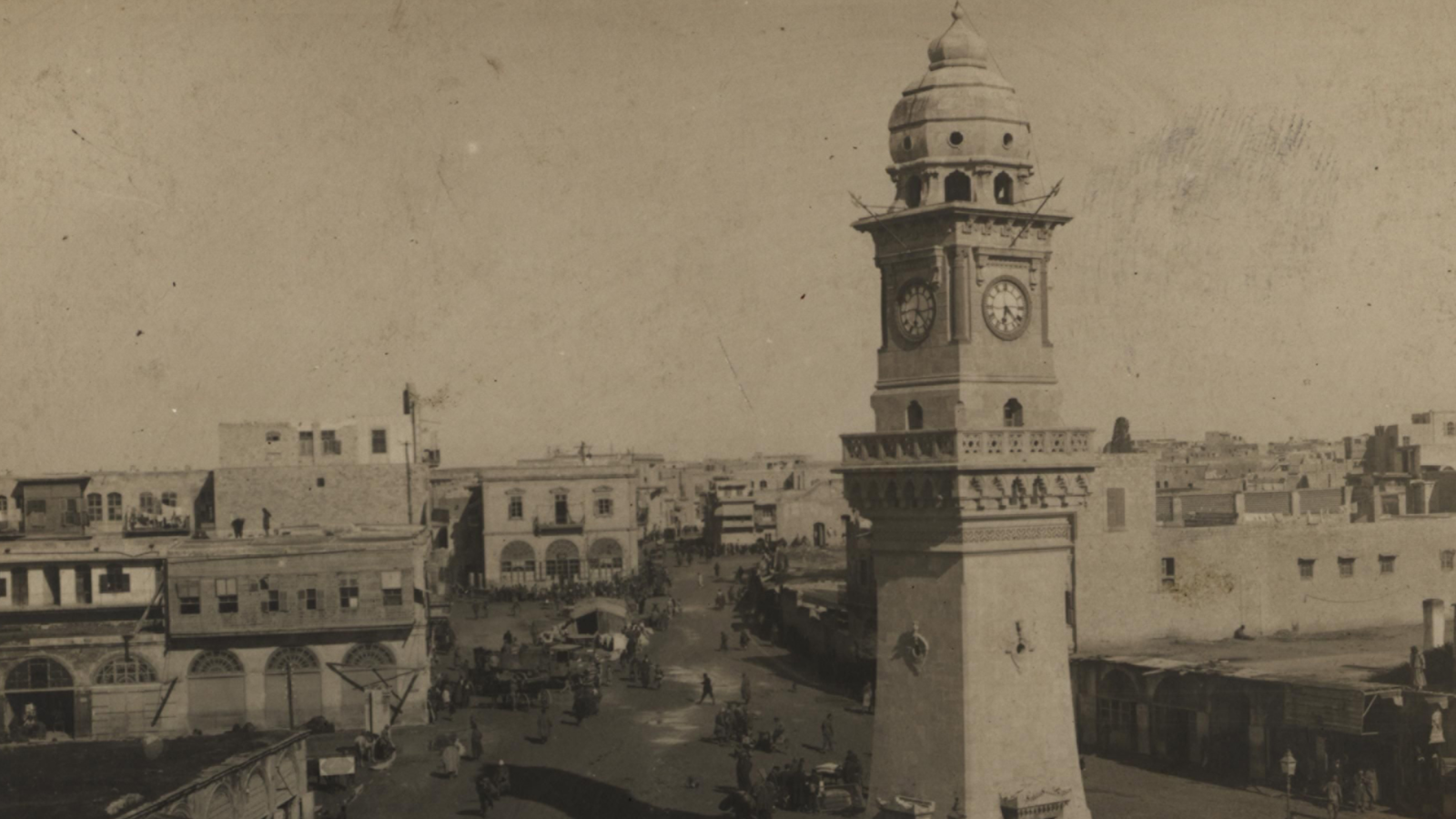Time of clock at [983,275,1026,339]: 6:22
